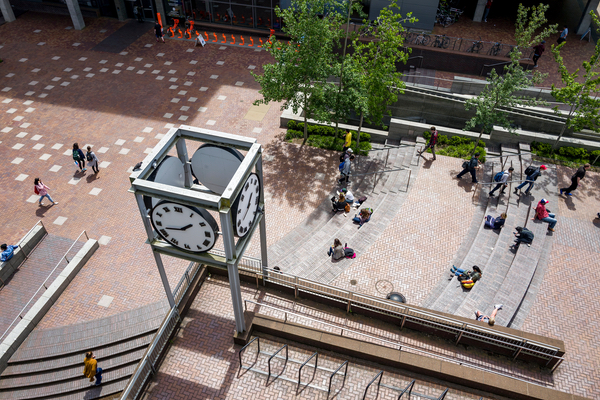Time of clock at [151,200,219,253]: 1:42
